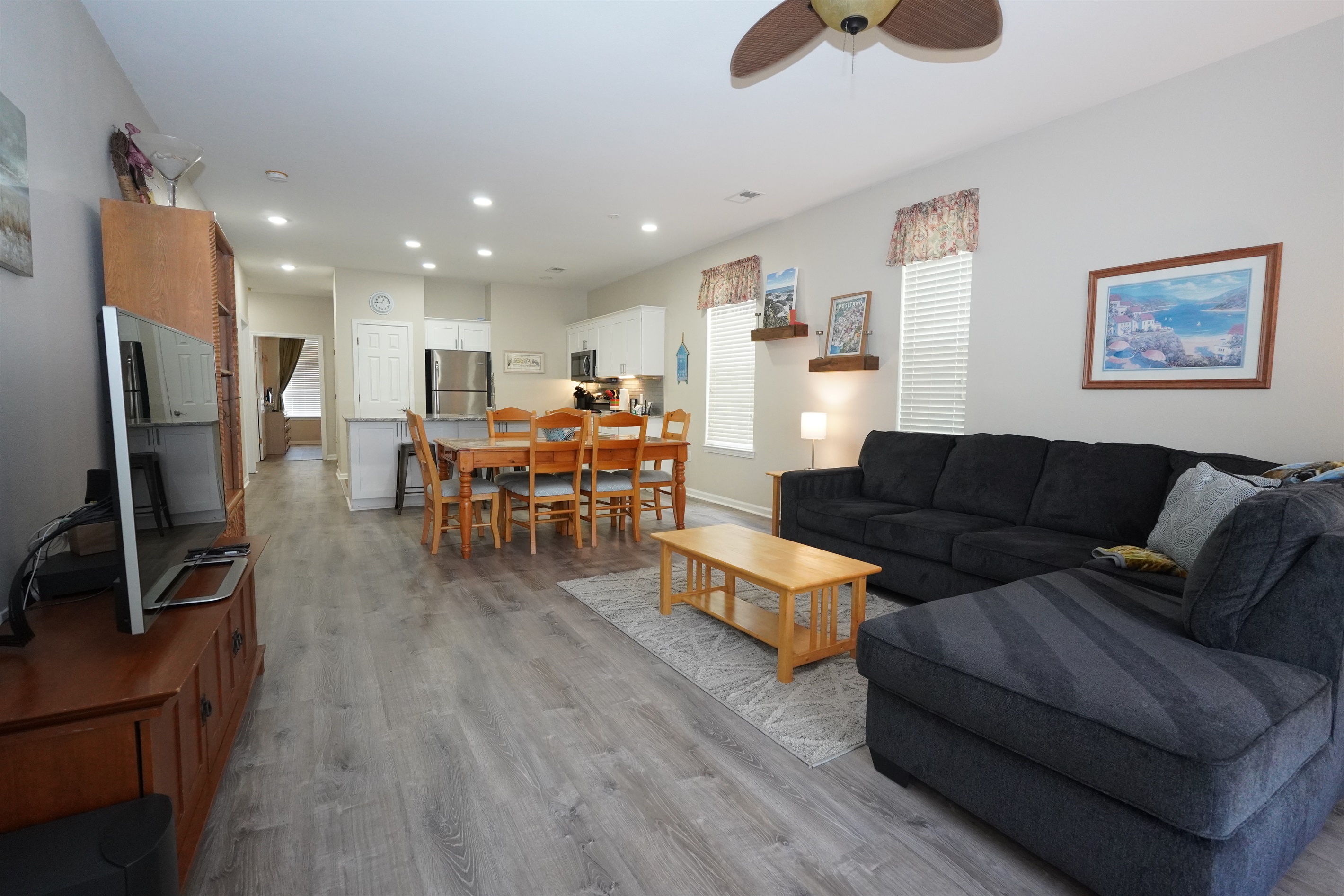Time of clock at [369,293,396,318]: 12:44
